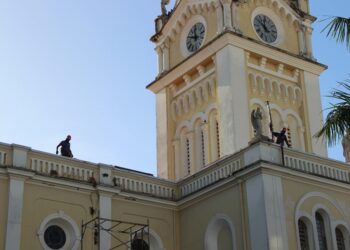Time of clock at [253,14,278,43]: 11:51
